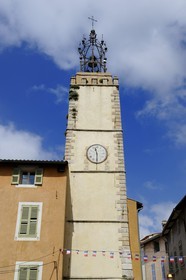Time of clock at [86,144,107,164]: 11:29
